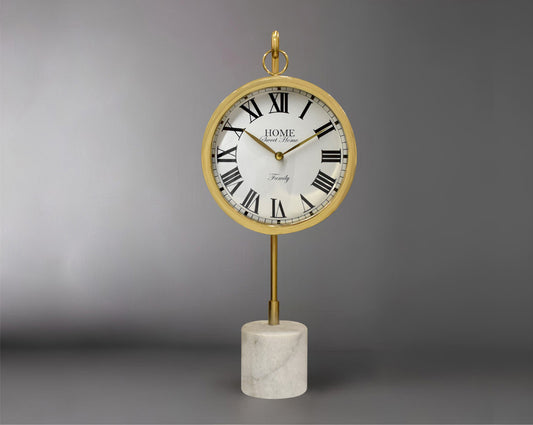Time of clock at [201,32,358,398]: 10:10
